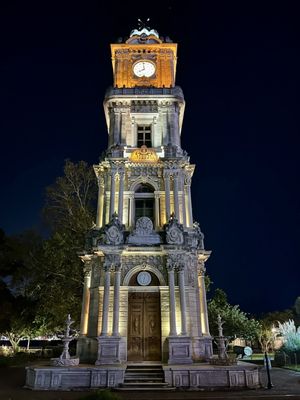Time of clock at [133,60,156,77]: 7:59
